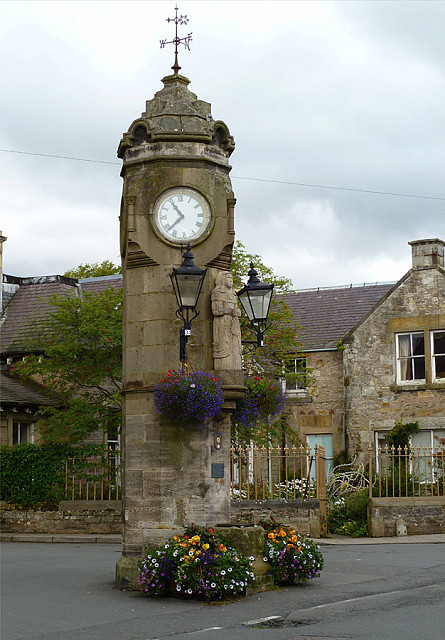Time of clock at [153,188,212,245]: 10:38
